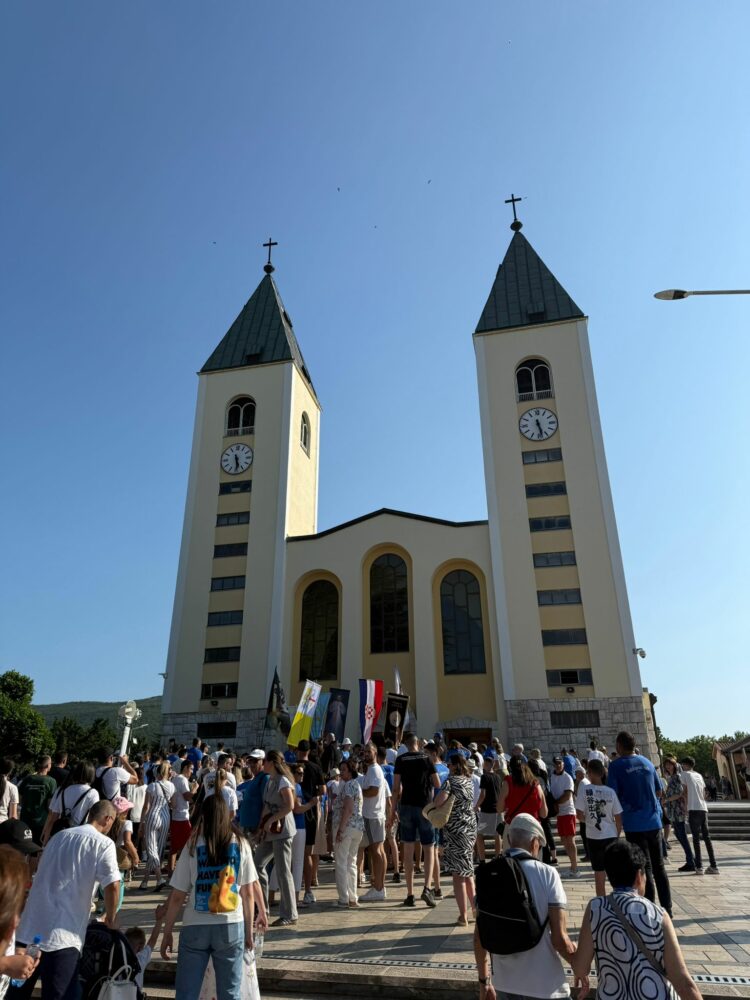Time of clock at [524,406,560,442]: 5:28
